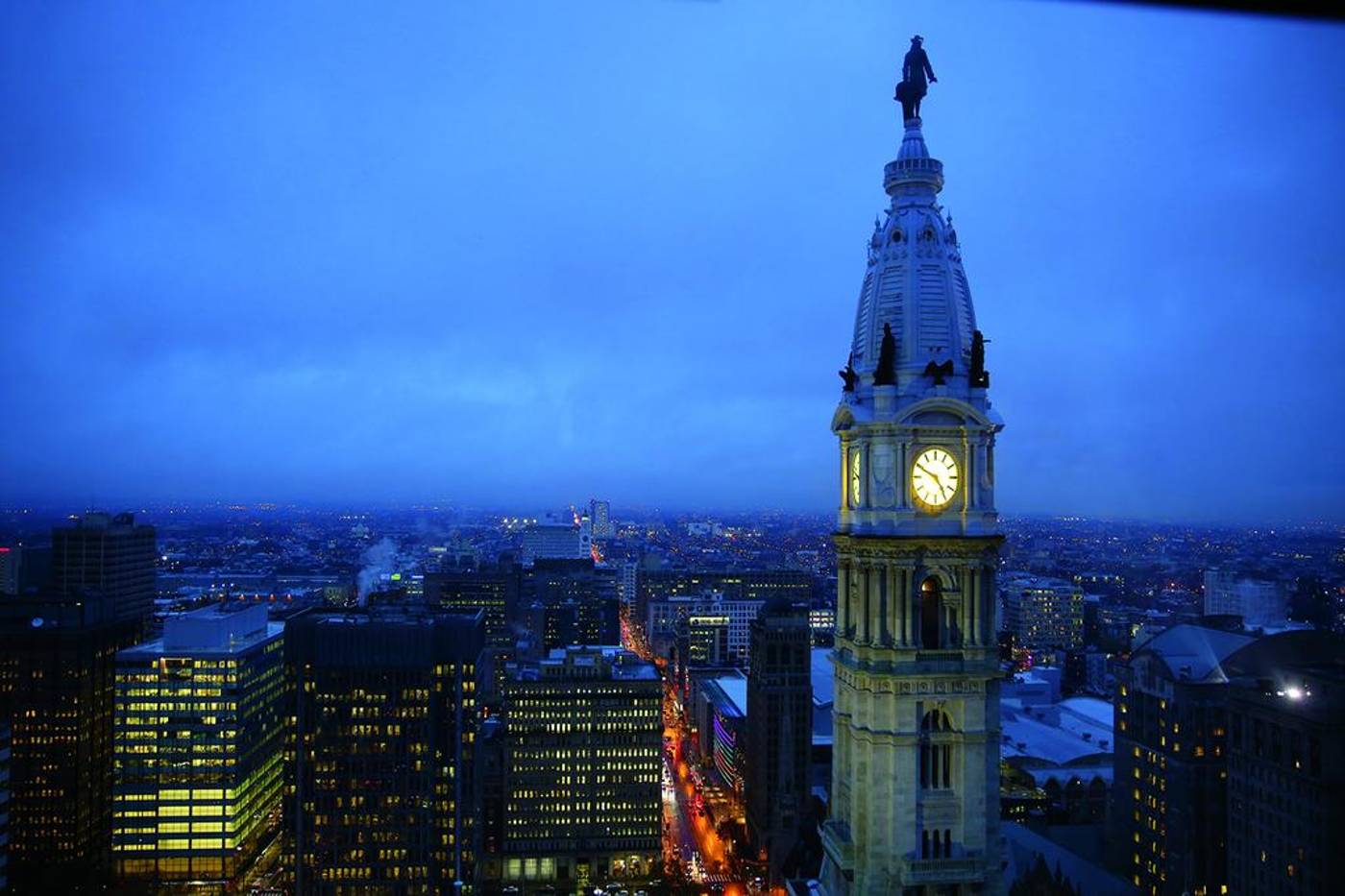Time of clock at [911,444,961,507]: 4:49
